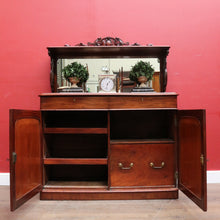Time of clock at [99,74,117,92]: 1:32
